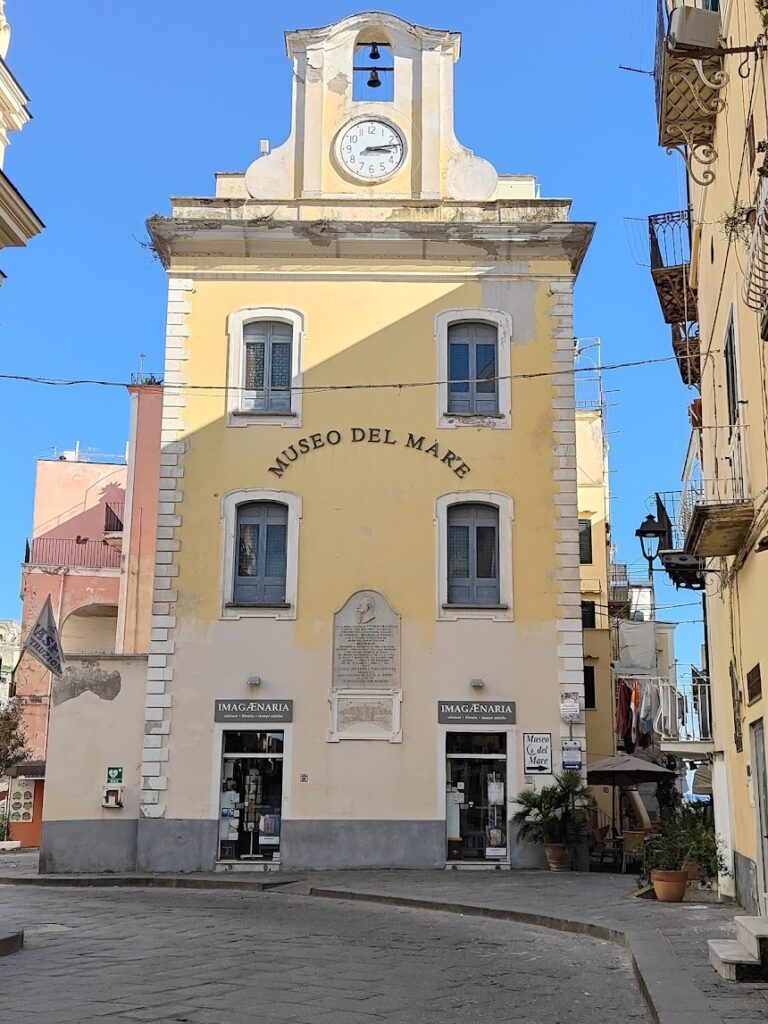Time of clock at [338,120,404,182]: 3:13
